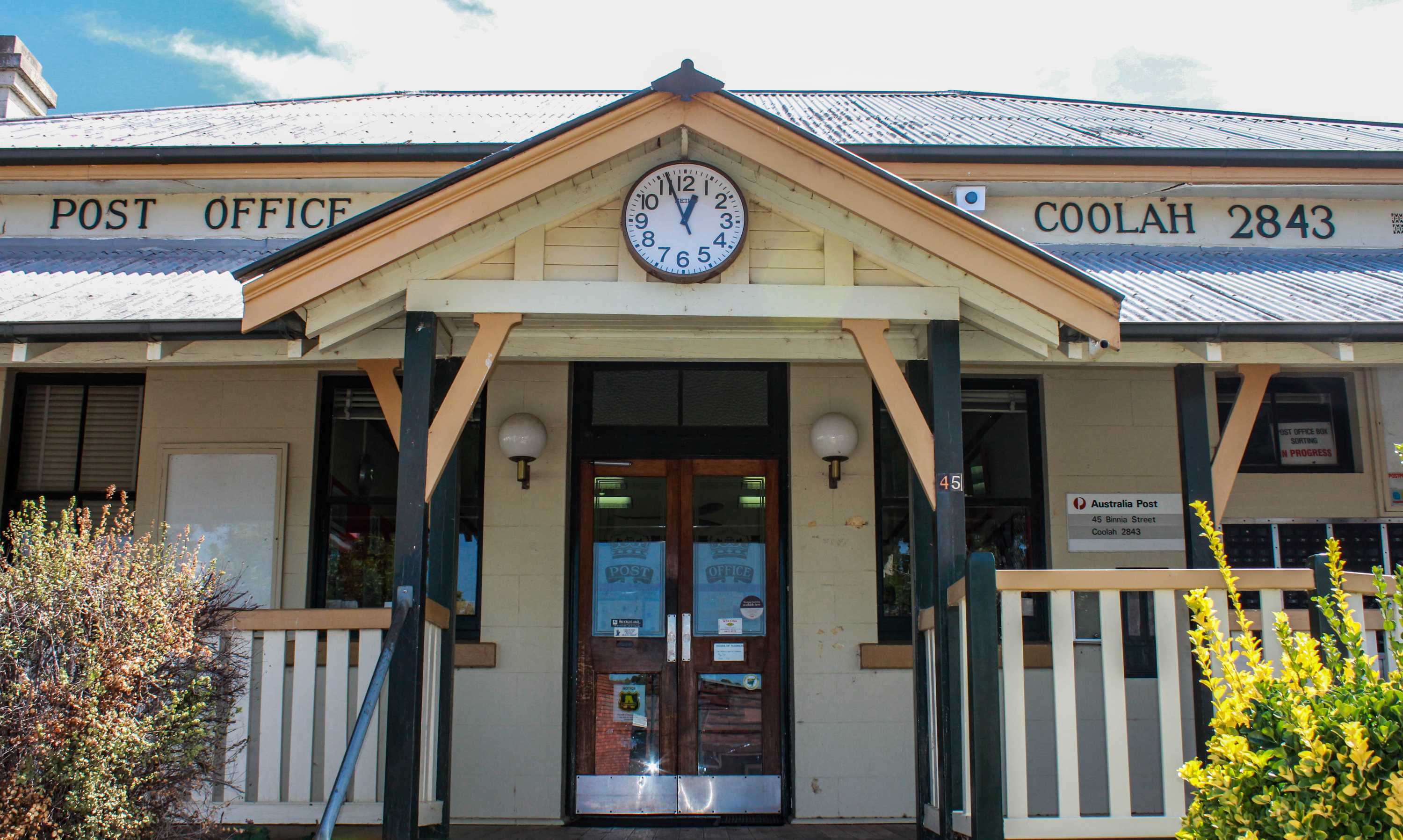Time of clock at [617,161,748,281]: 12:56
